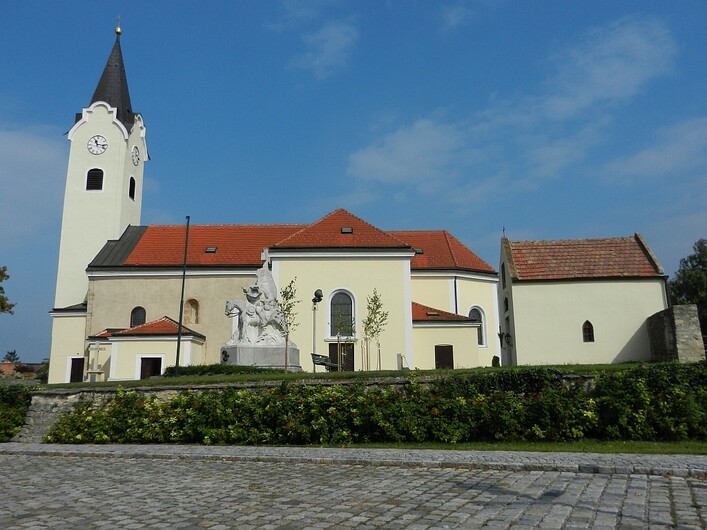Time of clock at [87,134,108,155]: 11:16
